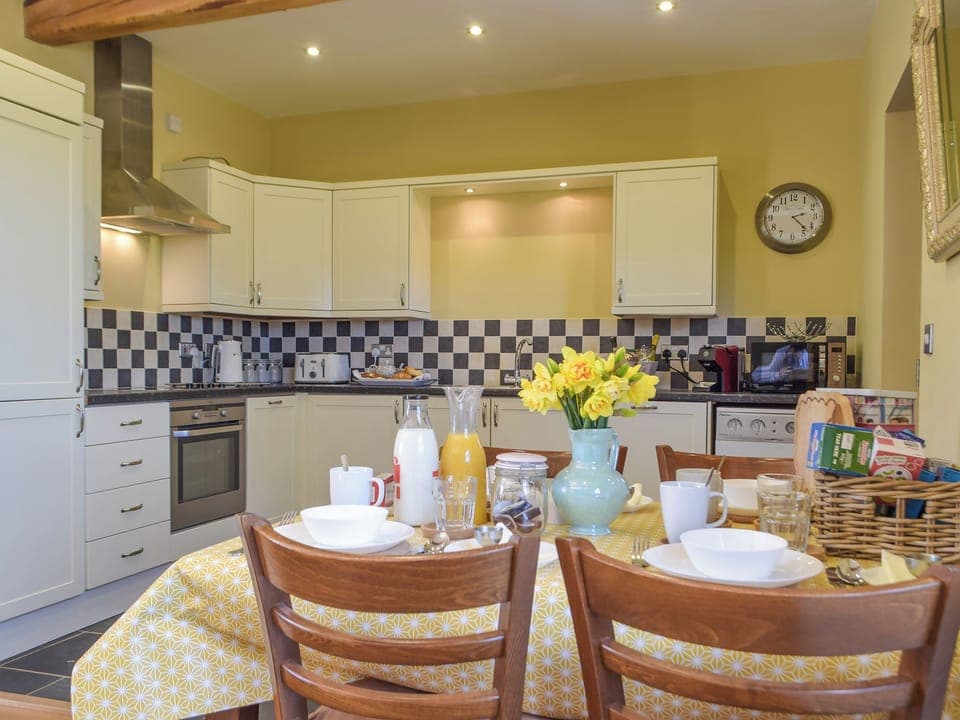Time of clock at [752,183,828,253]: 2:22
